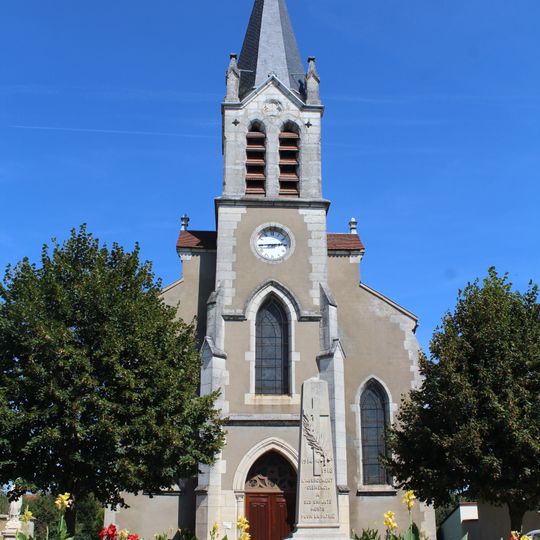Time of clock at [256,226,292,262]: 2:44
